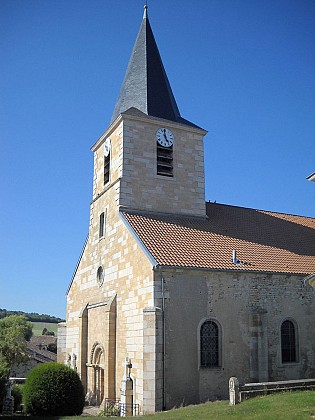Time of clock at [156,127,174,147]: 4:58
